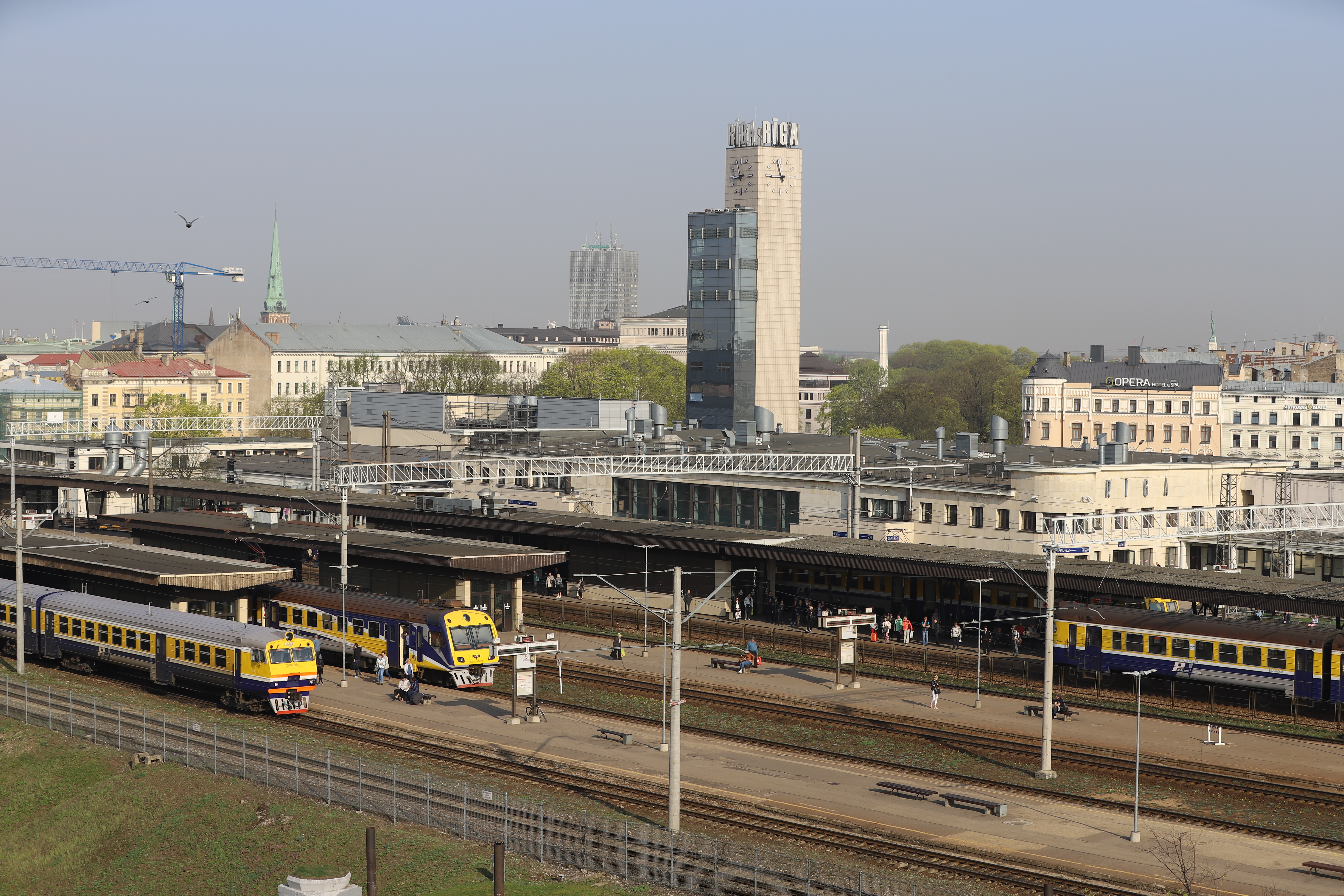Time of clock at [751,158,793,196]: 8:57
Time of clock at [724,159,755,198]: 8:56
